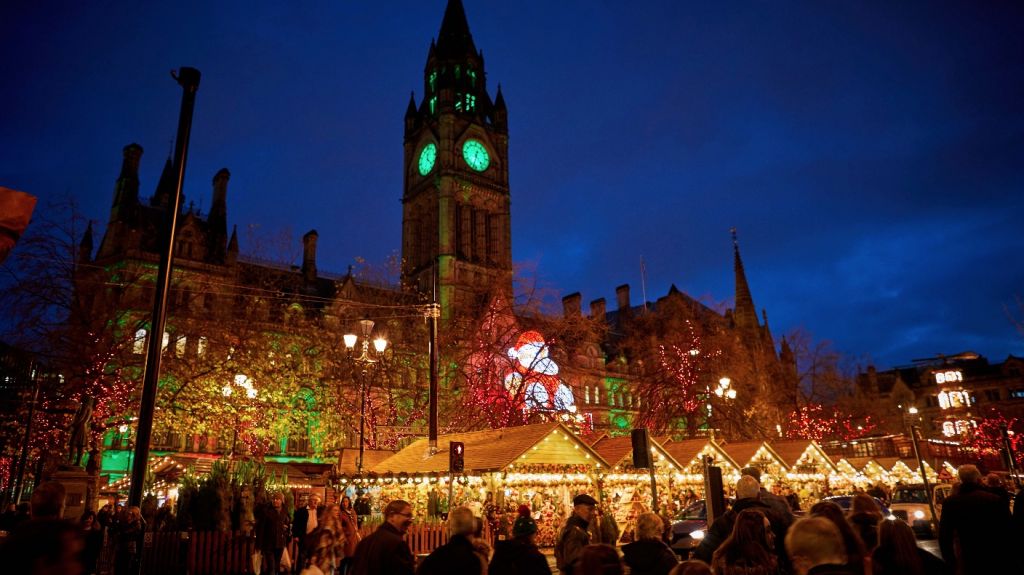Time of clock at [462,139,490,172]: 12:32
